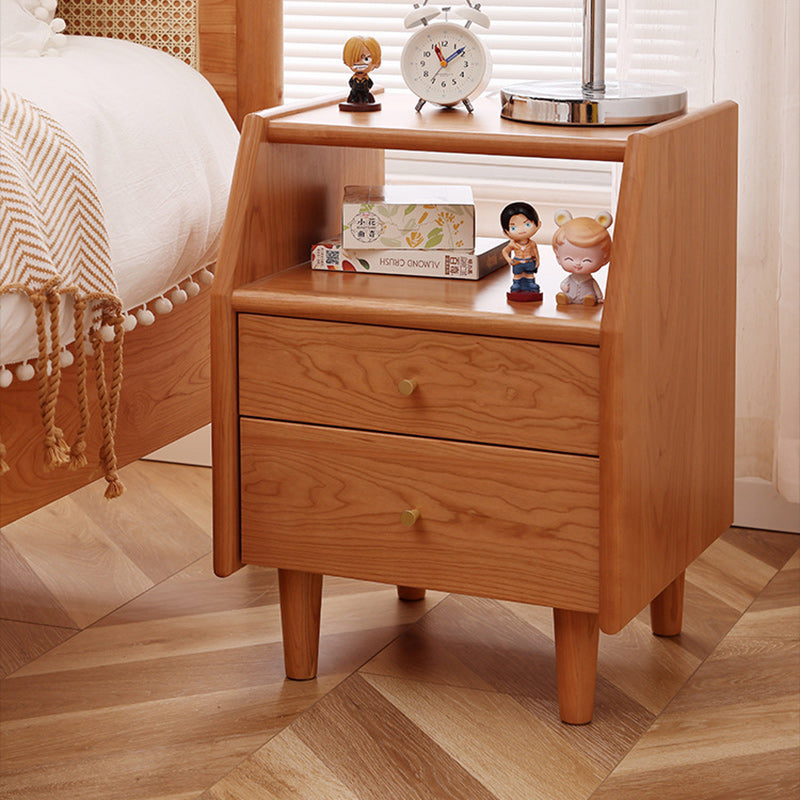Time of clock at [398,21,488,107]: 11:08
